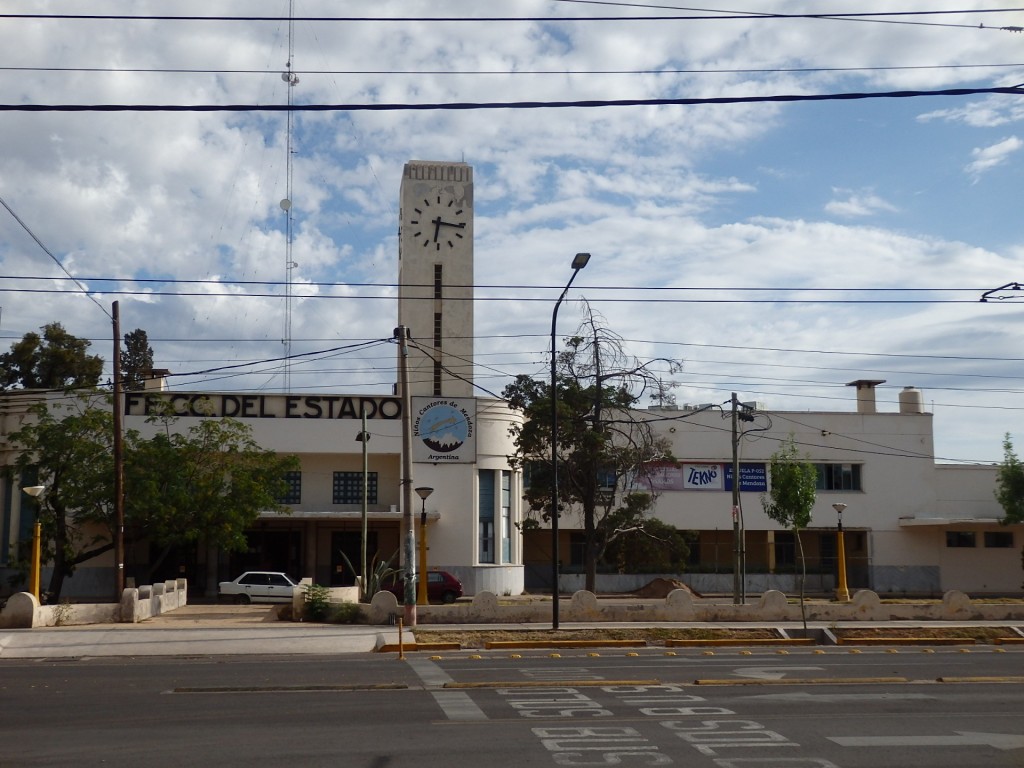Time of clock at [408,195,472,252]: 6:16
